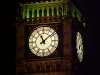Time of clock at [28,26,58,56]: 11:08
